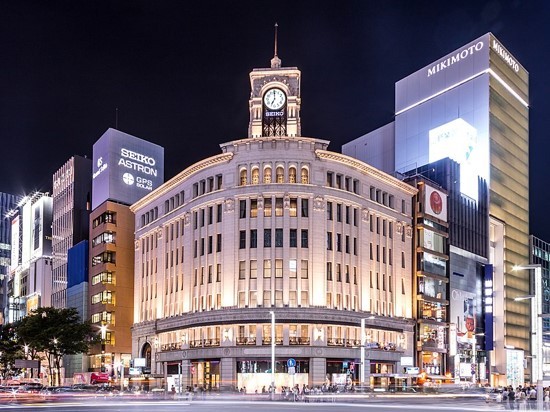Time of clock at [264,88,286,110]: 6:59
